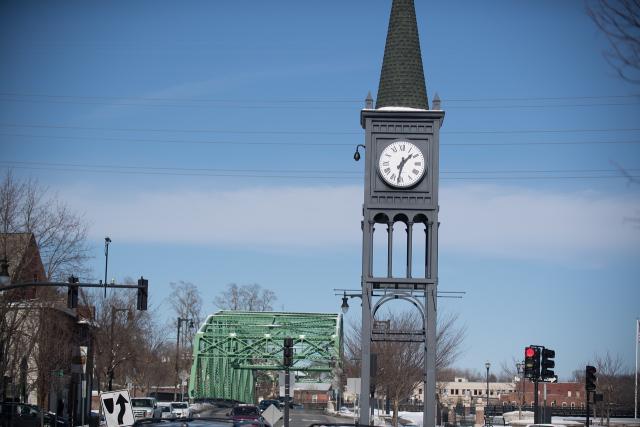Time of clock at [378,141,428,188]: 1:31
